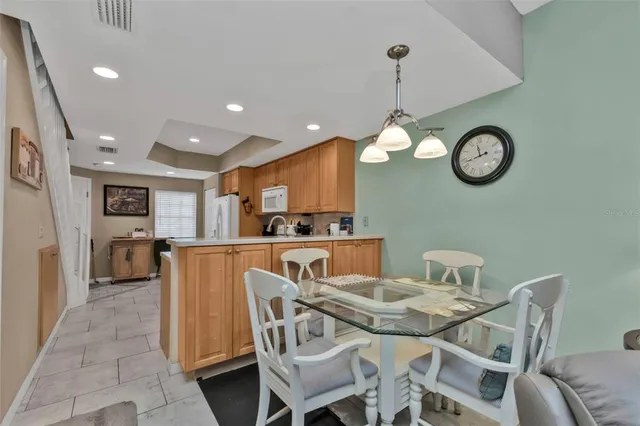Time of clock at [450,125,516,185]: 11:42
